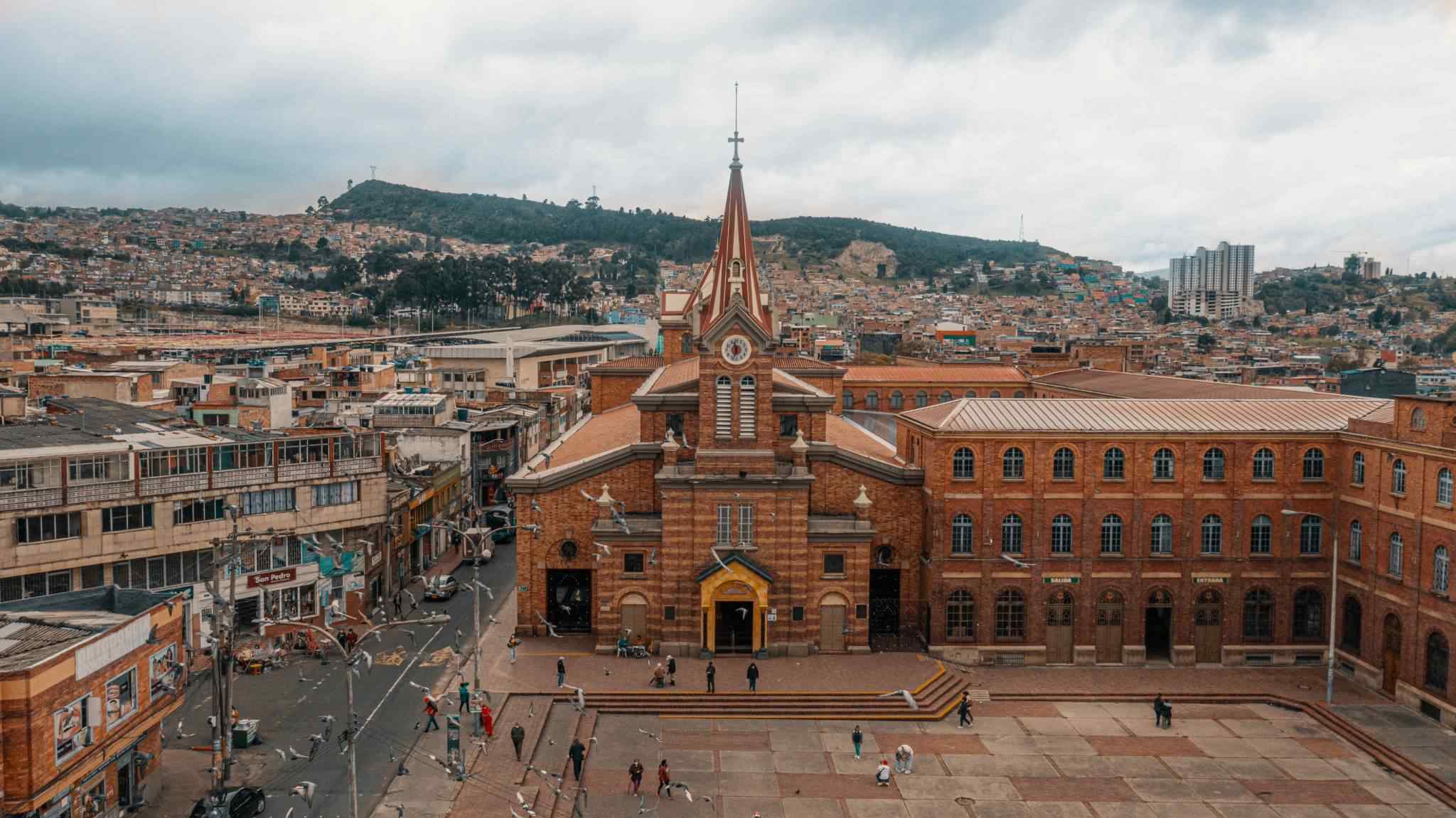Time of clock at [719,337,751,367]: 11:32
